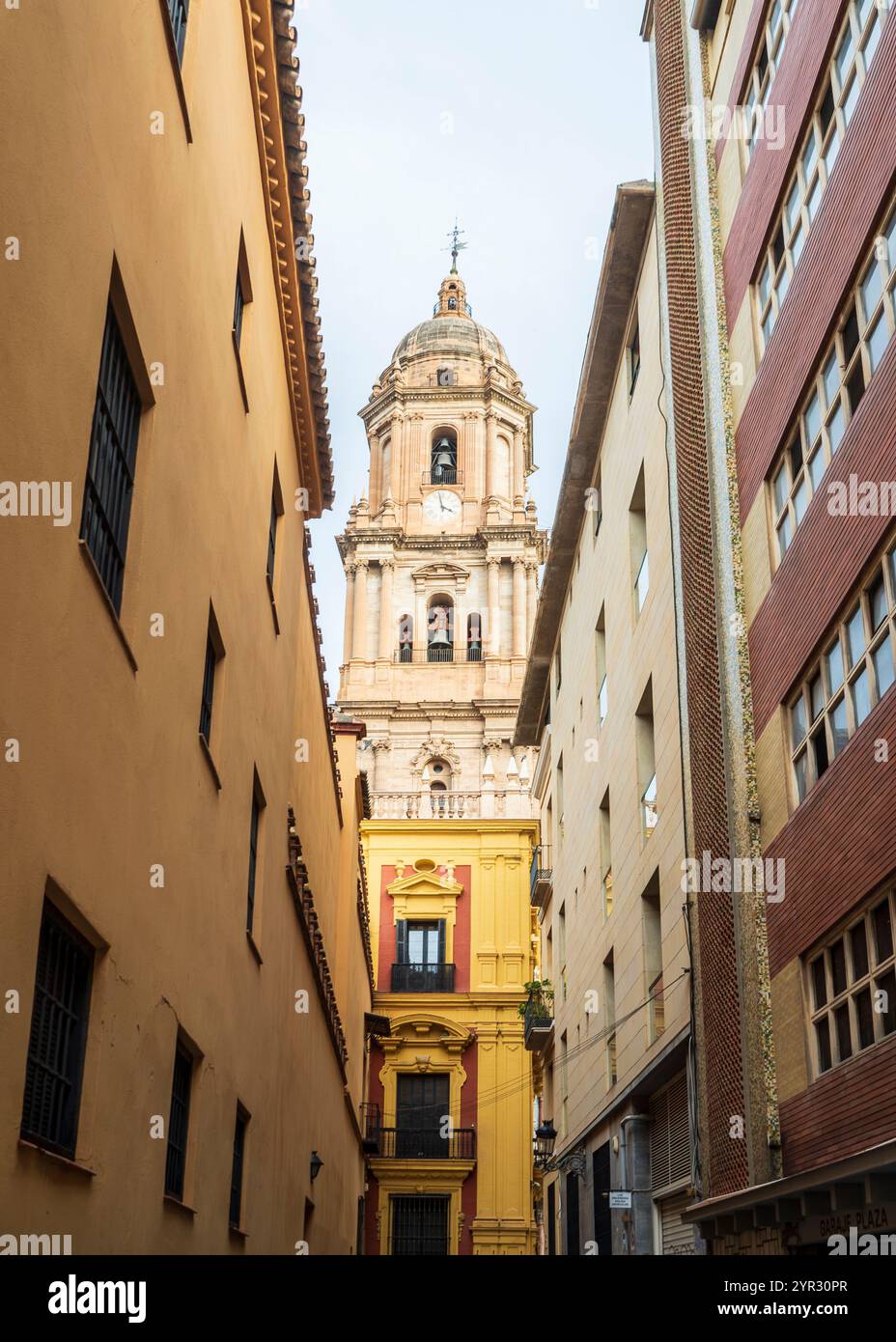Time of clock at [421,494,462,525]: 3:58
